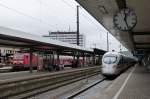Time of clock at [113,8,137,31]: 12:26
